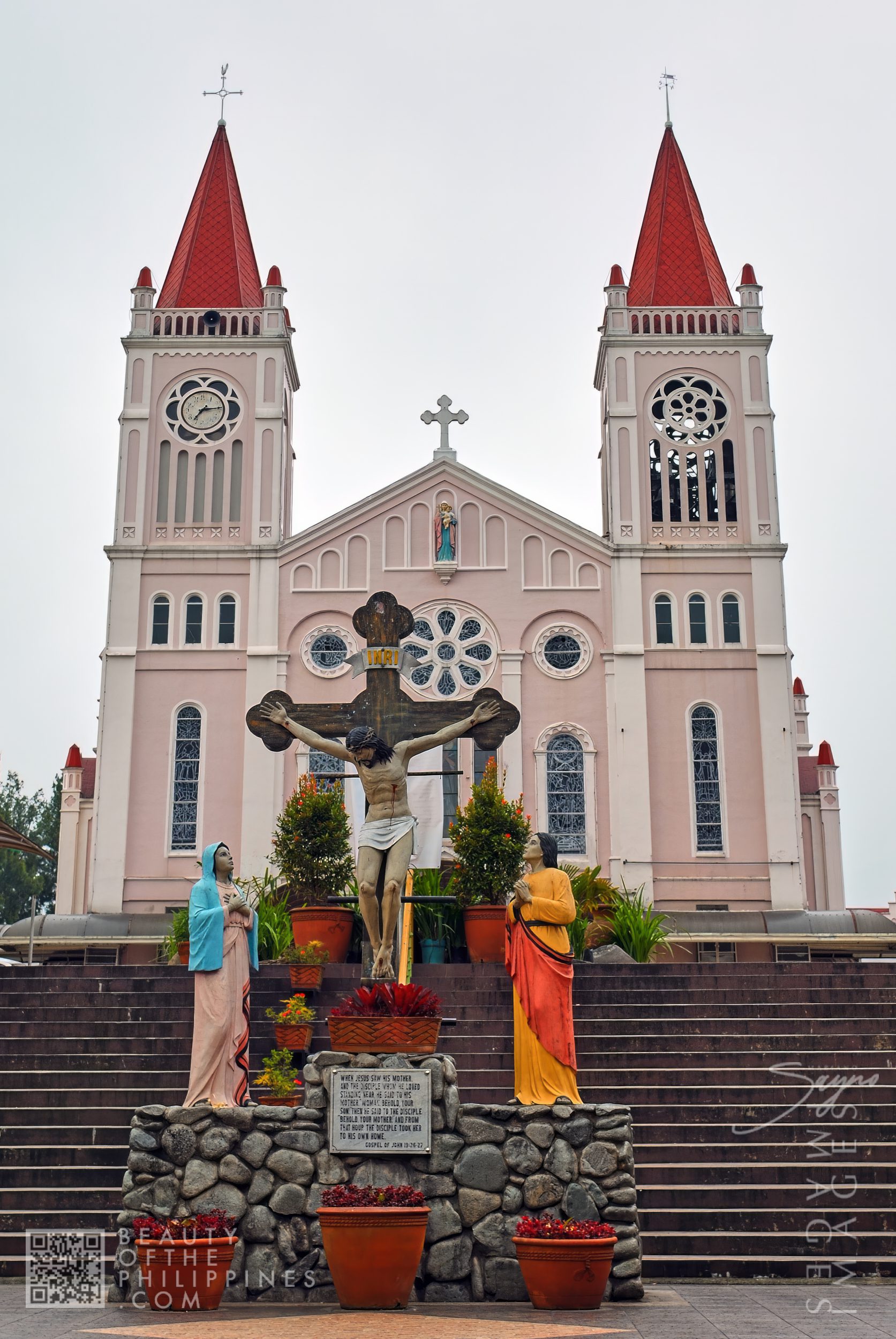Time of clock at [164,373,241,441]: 7:13
